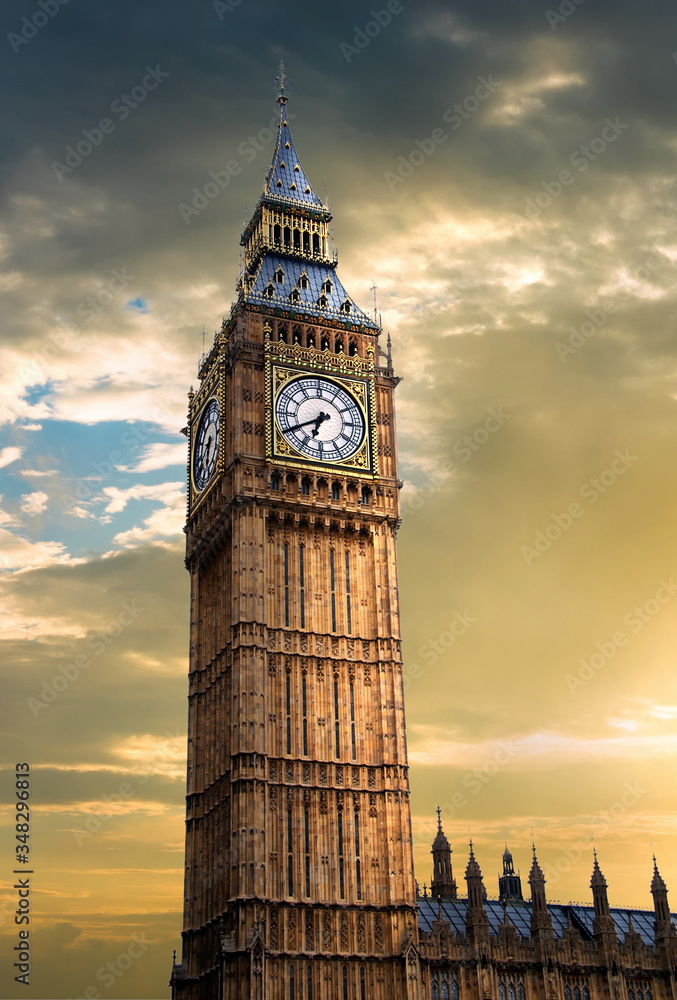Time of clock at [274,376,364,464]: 6:40
